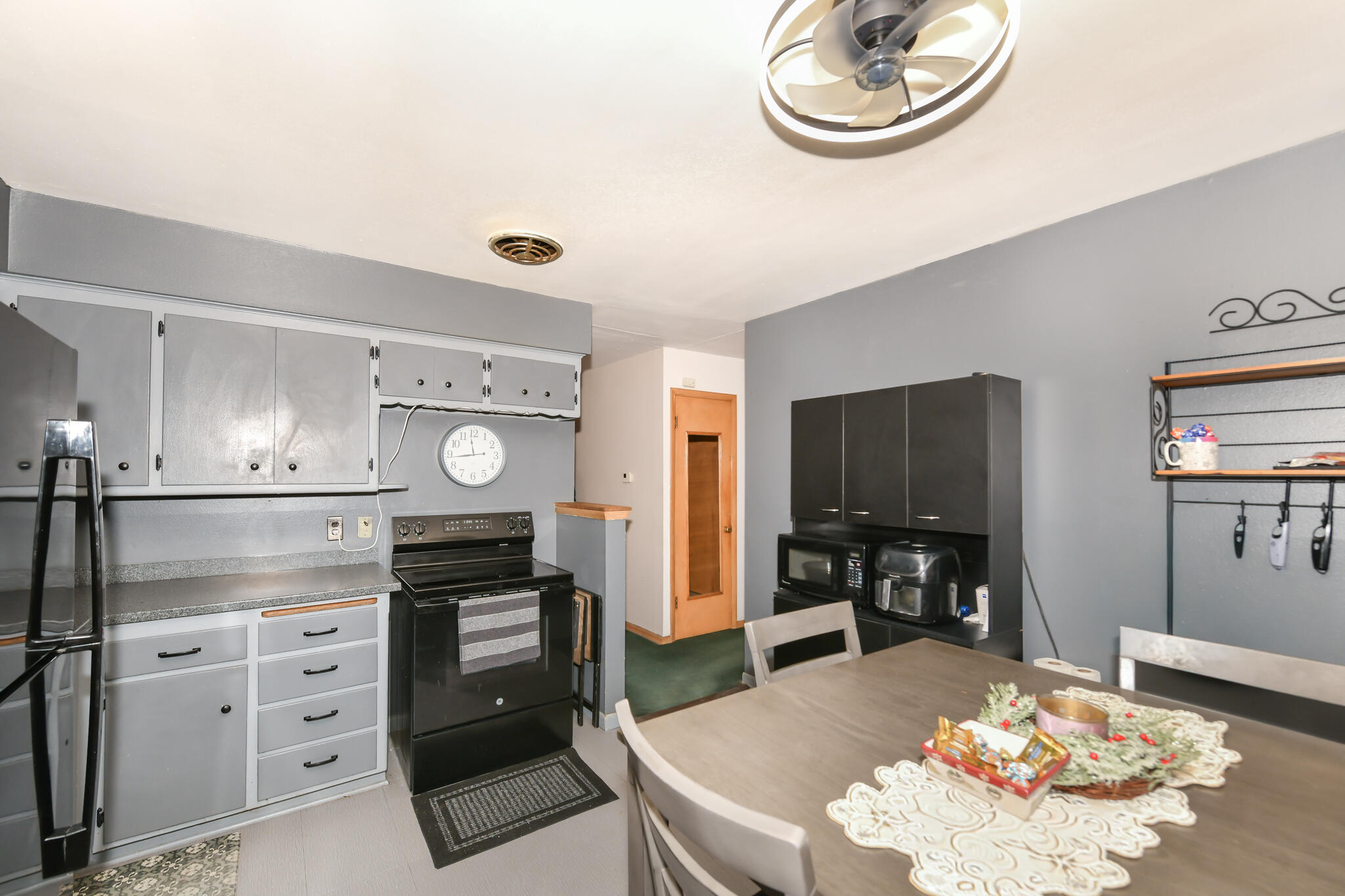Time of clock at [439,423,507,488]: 11:43
